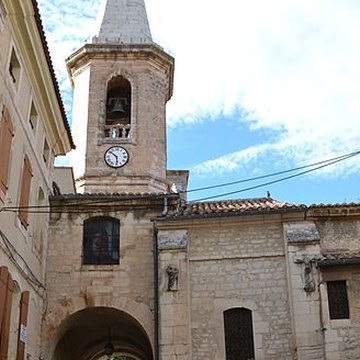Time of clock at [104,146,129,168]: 5:51
